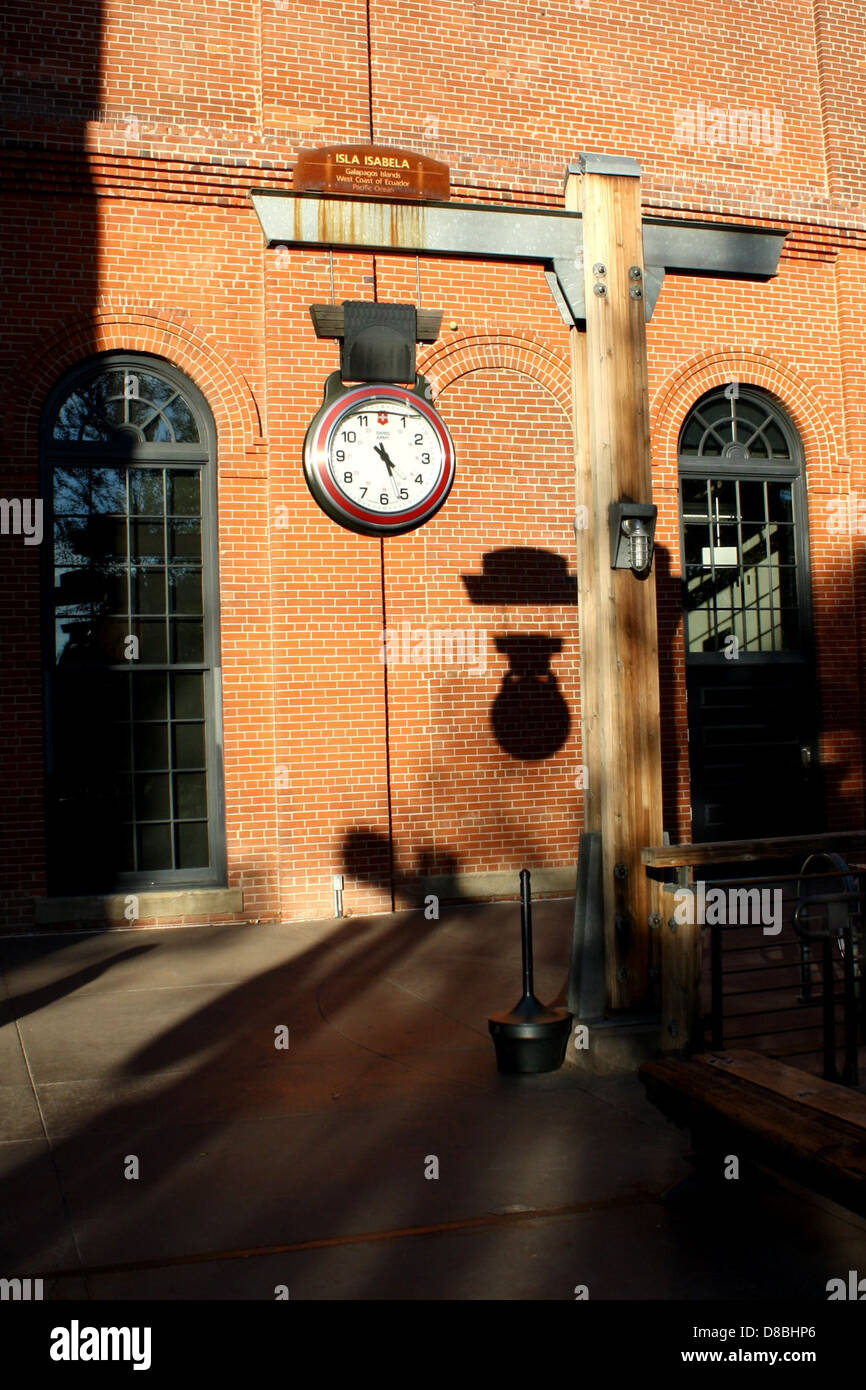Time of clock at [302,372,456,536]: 4:26
